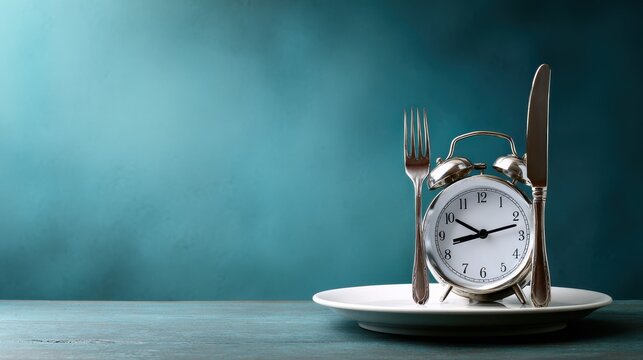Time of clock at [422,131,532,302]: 10:12
